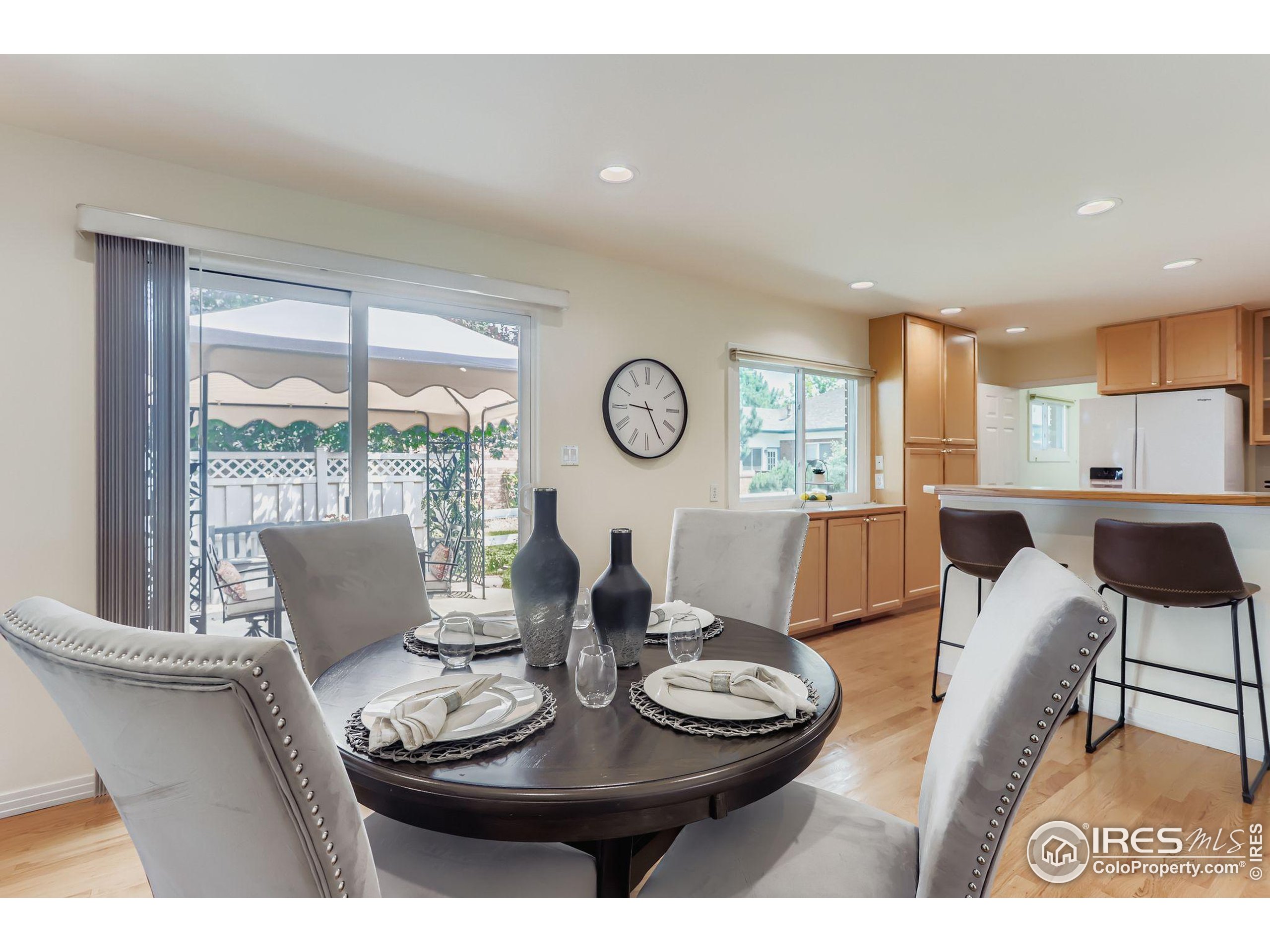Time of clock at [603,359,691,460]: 9:25
